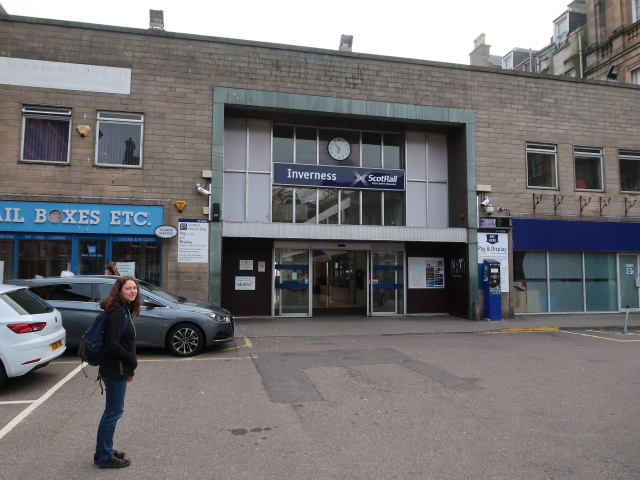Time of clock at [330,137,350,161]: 6:53
